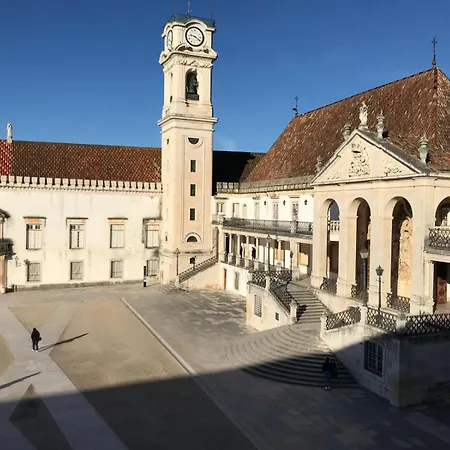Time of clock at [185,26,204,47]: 9:20
